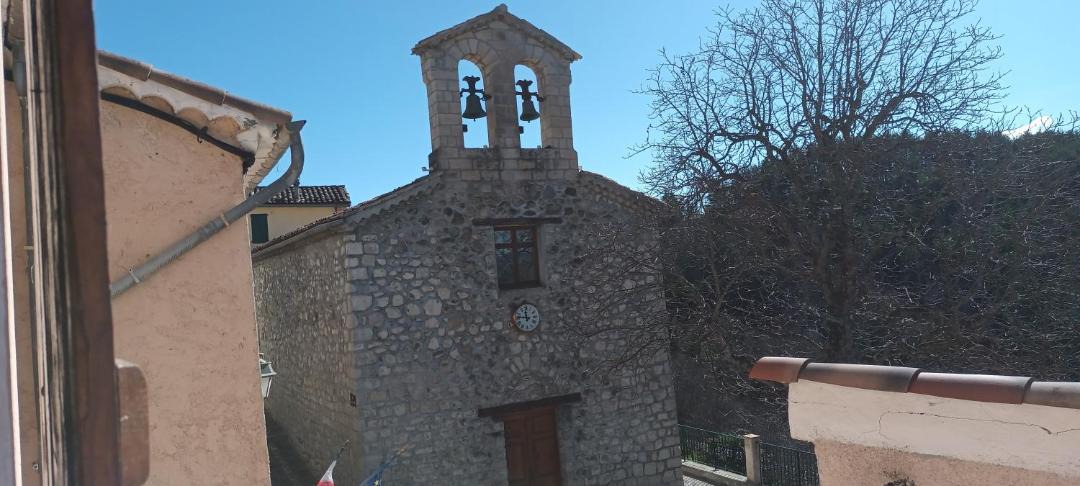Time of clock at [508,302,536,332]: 11:46
